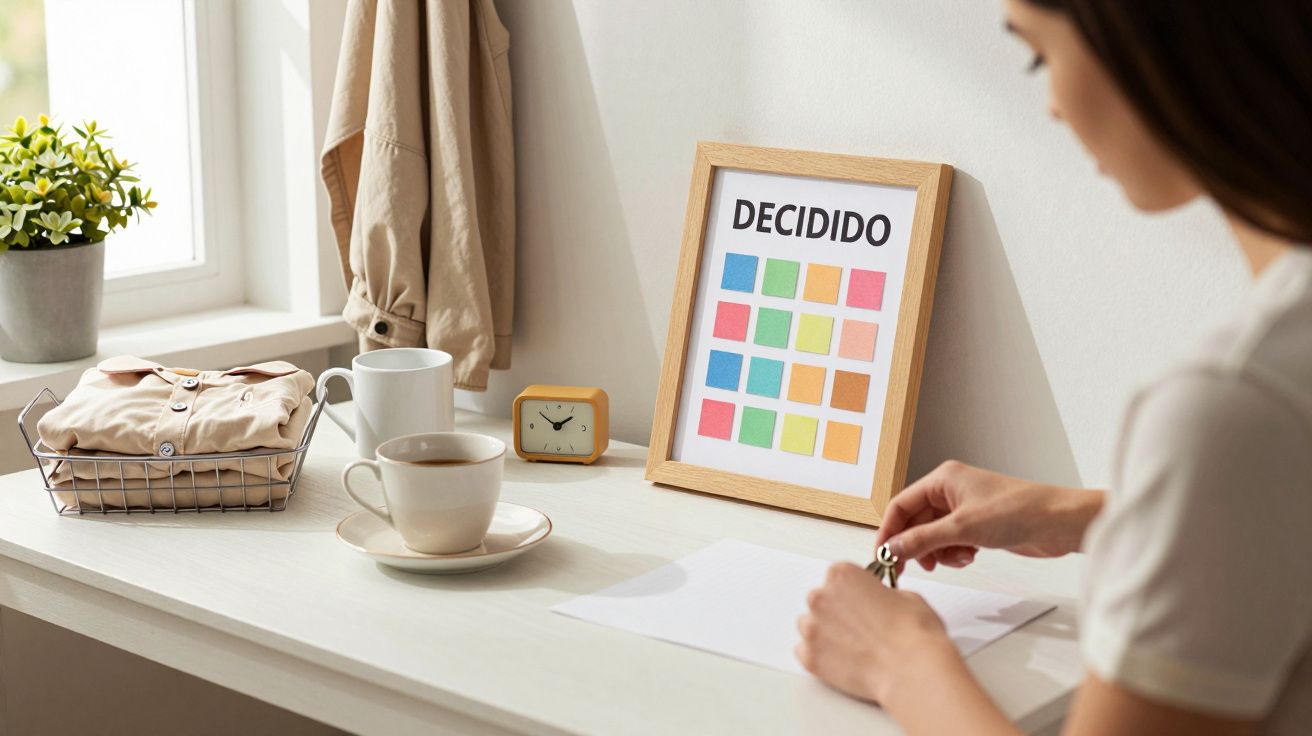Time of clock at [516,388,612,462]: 1:51
